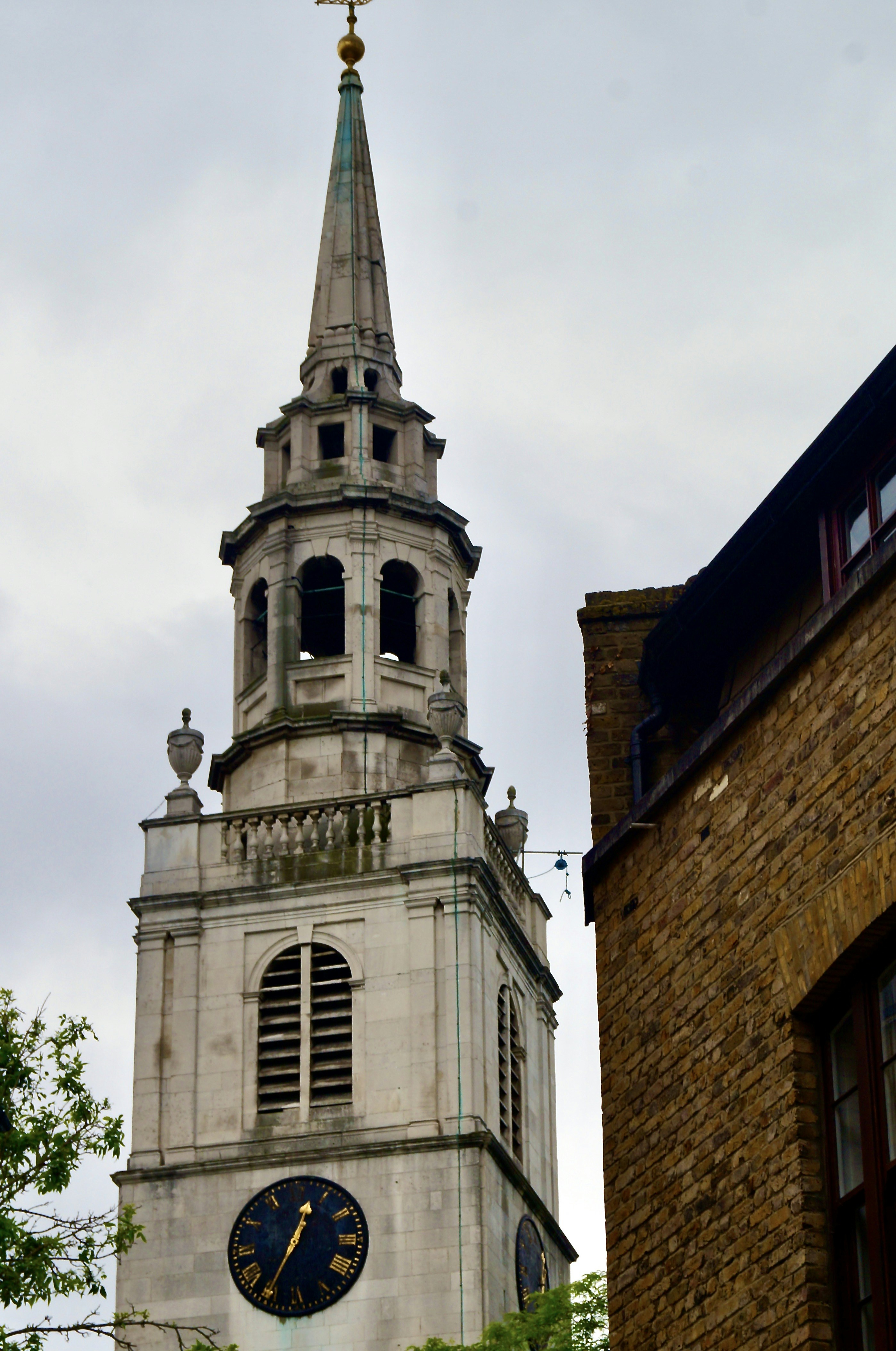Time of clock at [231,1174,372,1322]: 12:35
